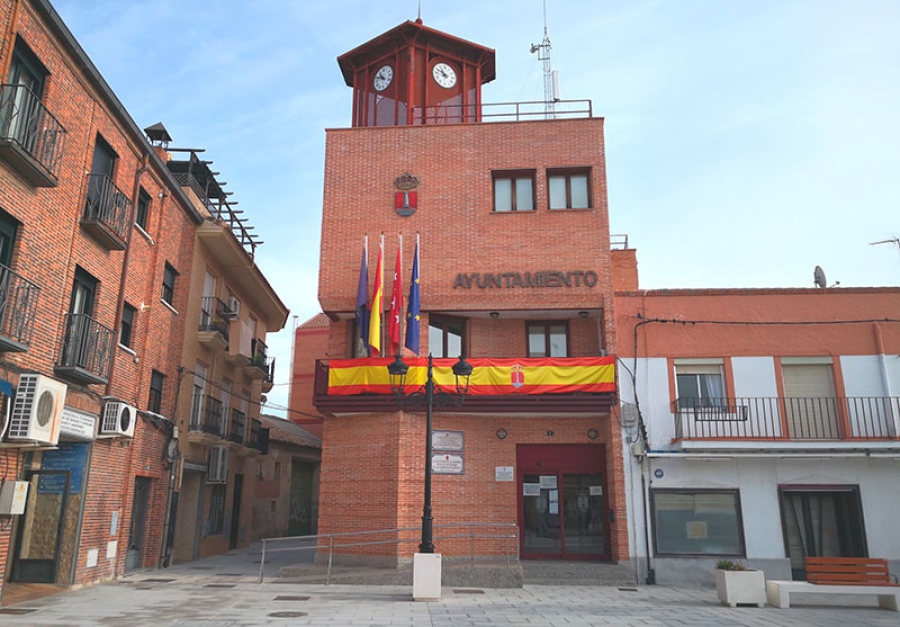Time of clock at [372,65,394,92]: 10:48
